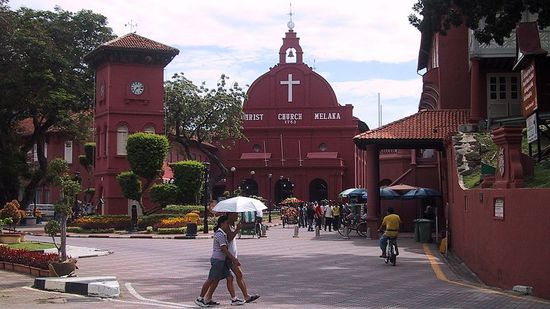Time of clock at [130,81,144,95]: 7:13
